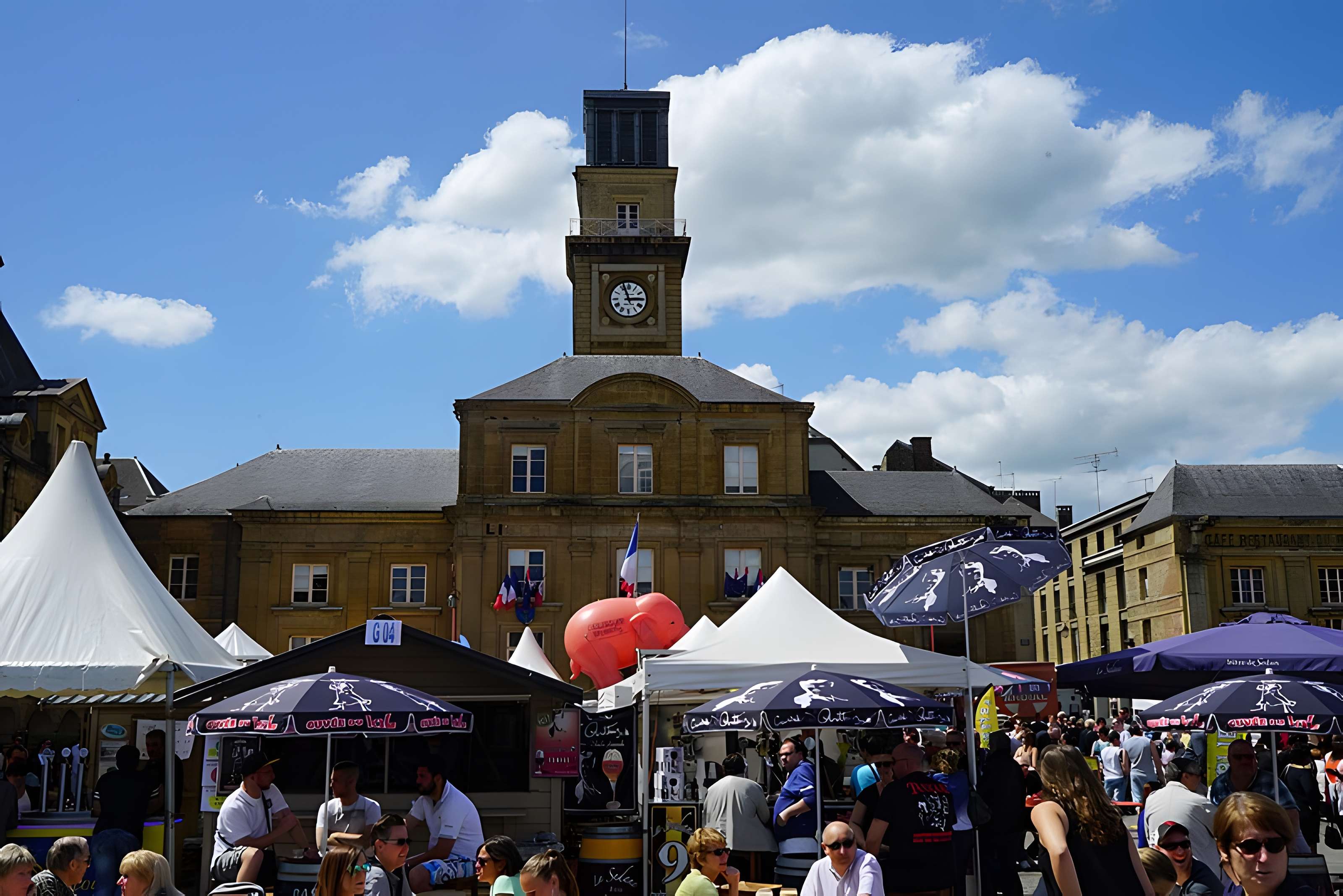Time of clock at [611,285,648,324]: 2:56
